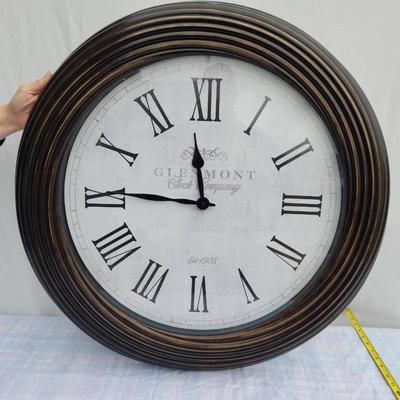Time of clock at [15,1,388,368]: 11:45
